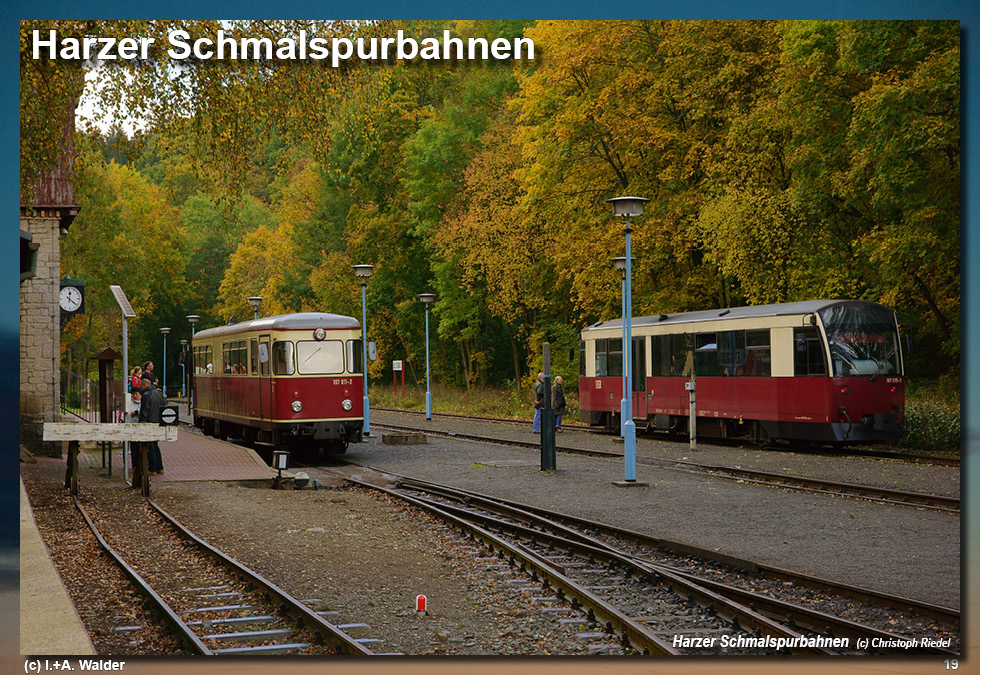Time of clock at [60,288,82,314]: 12:21
